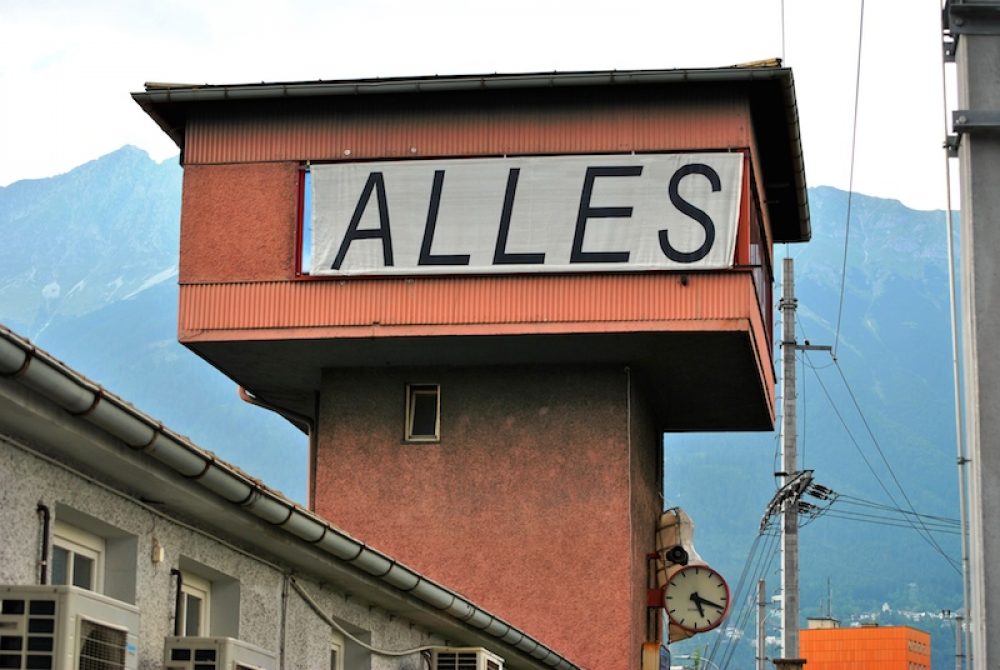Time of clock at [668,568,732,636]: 5:18
